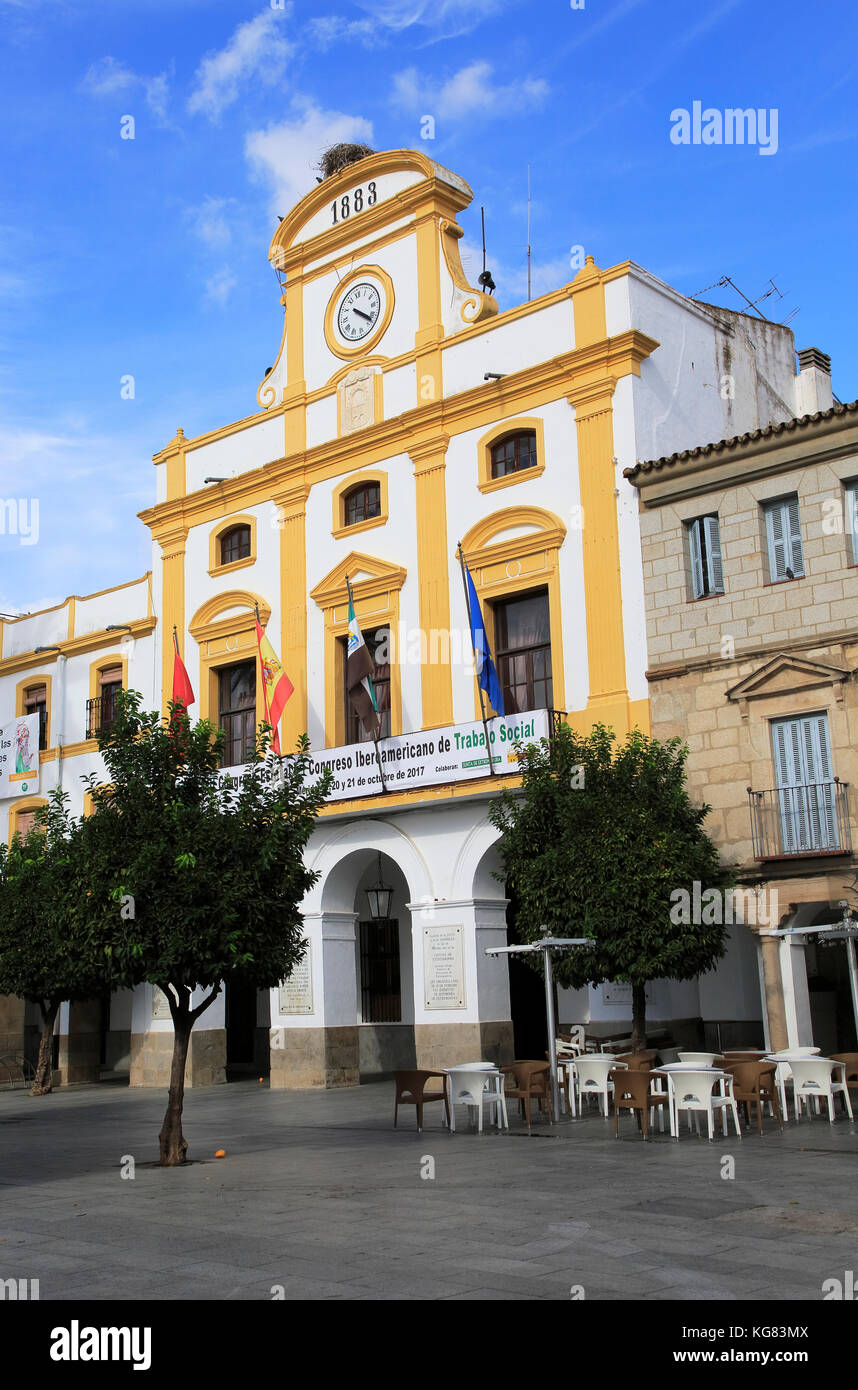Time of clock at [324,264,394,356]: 4:22
